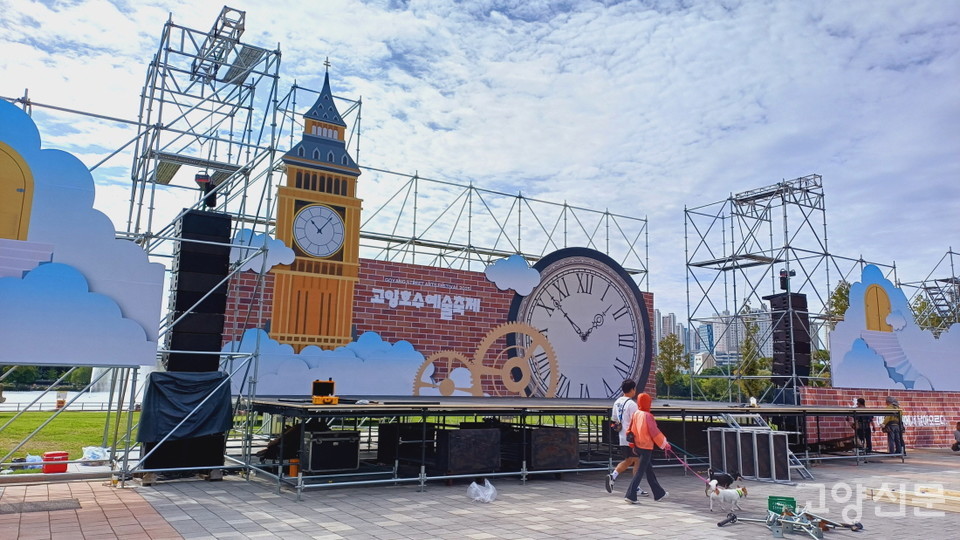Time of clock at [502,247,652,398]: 1:52
